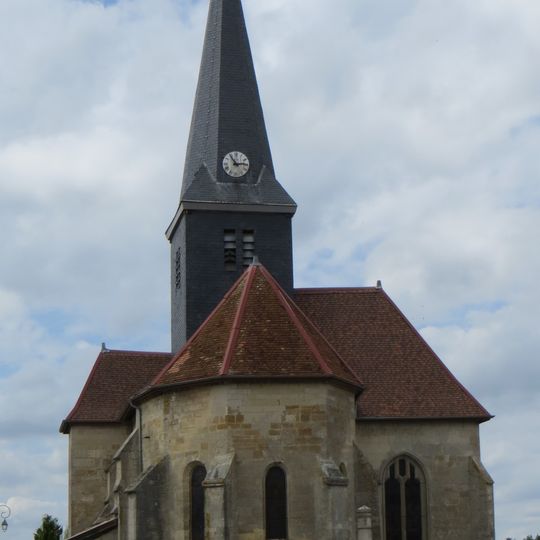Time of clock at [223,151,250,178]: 2:54
